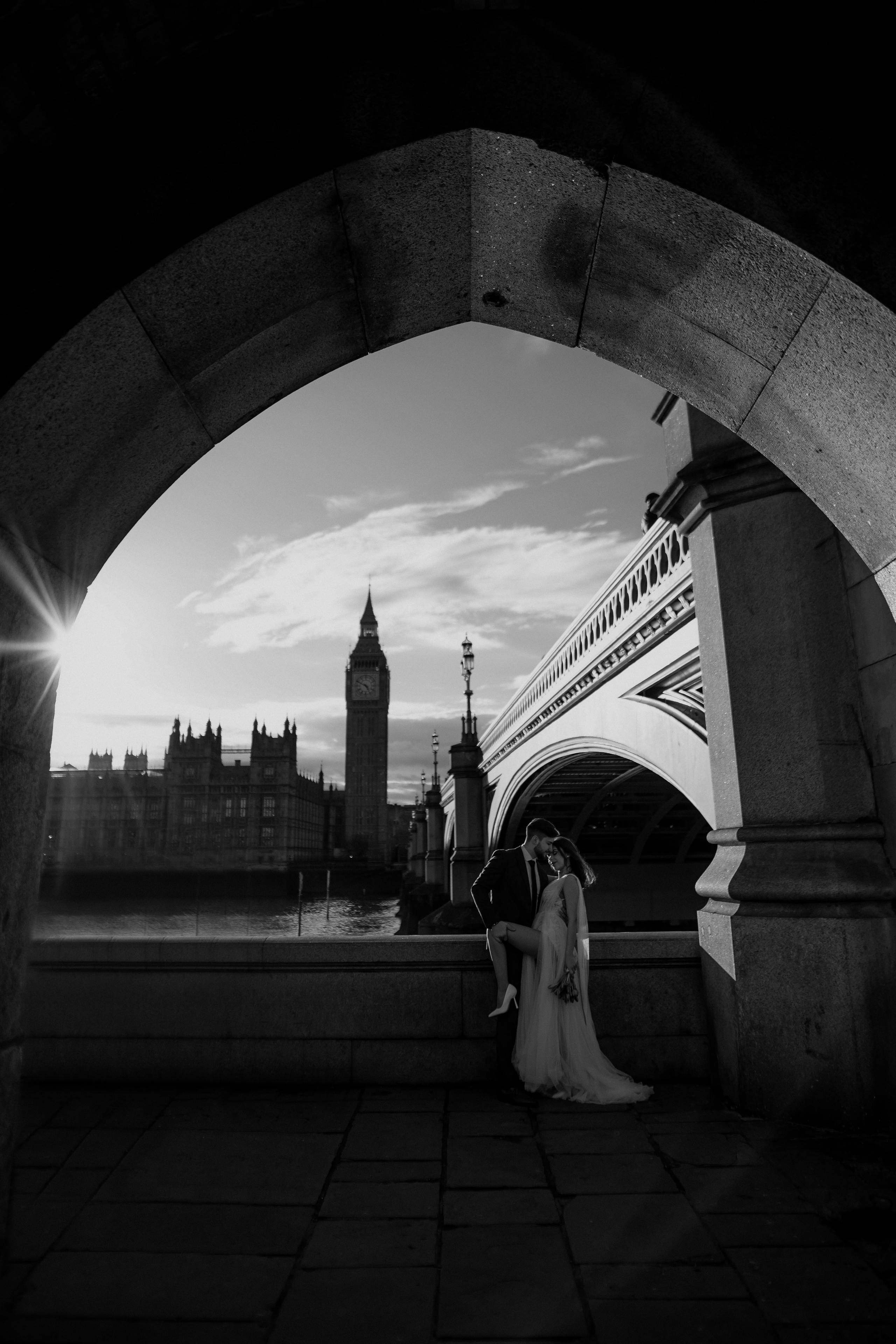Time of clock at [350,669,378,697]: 4:49
